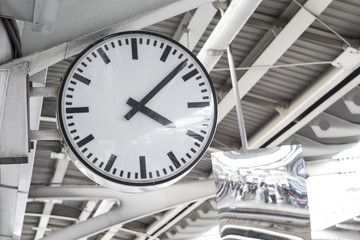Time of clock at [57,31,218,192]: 4:08
